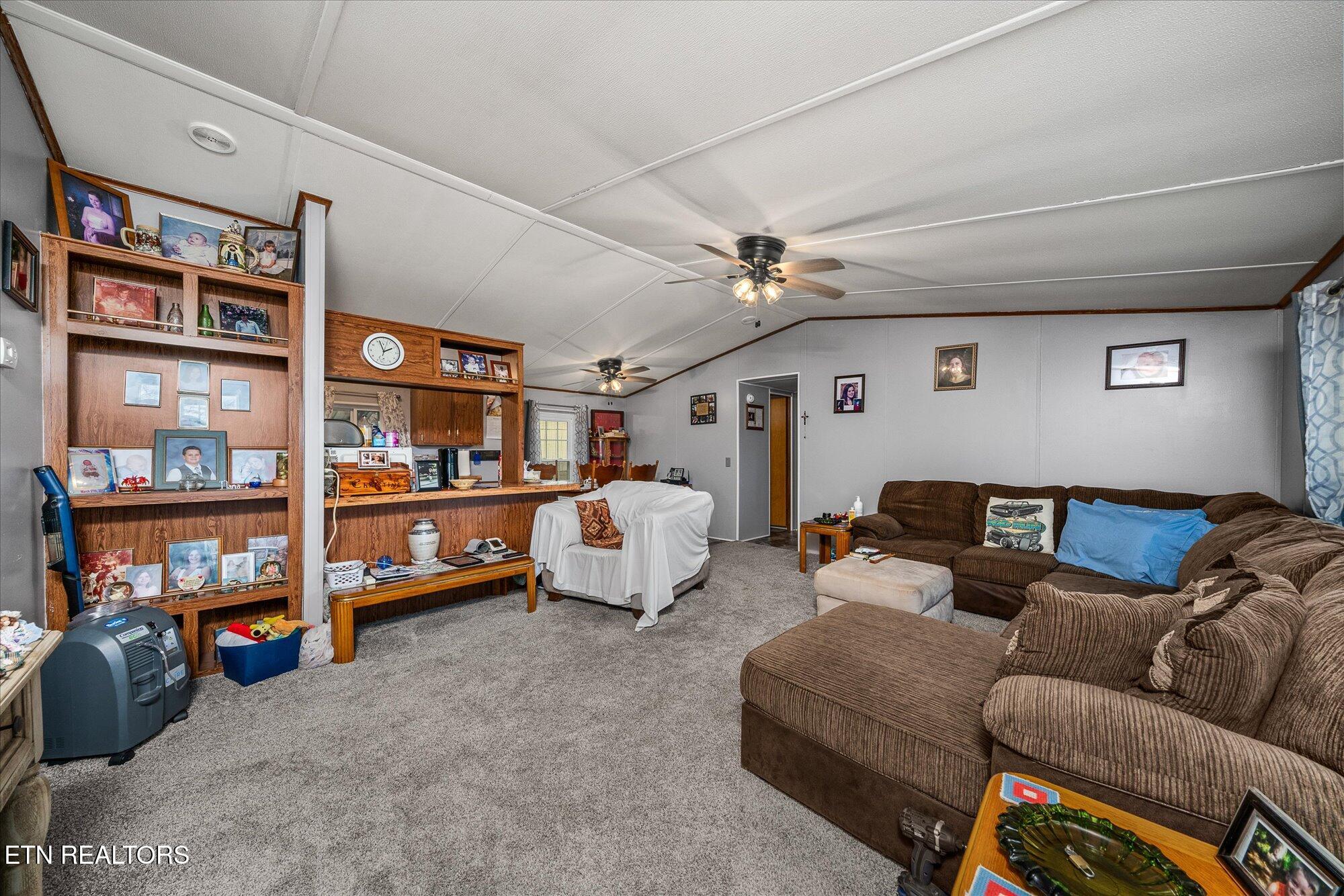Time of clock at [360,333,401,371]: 1:57
